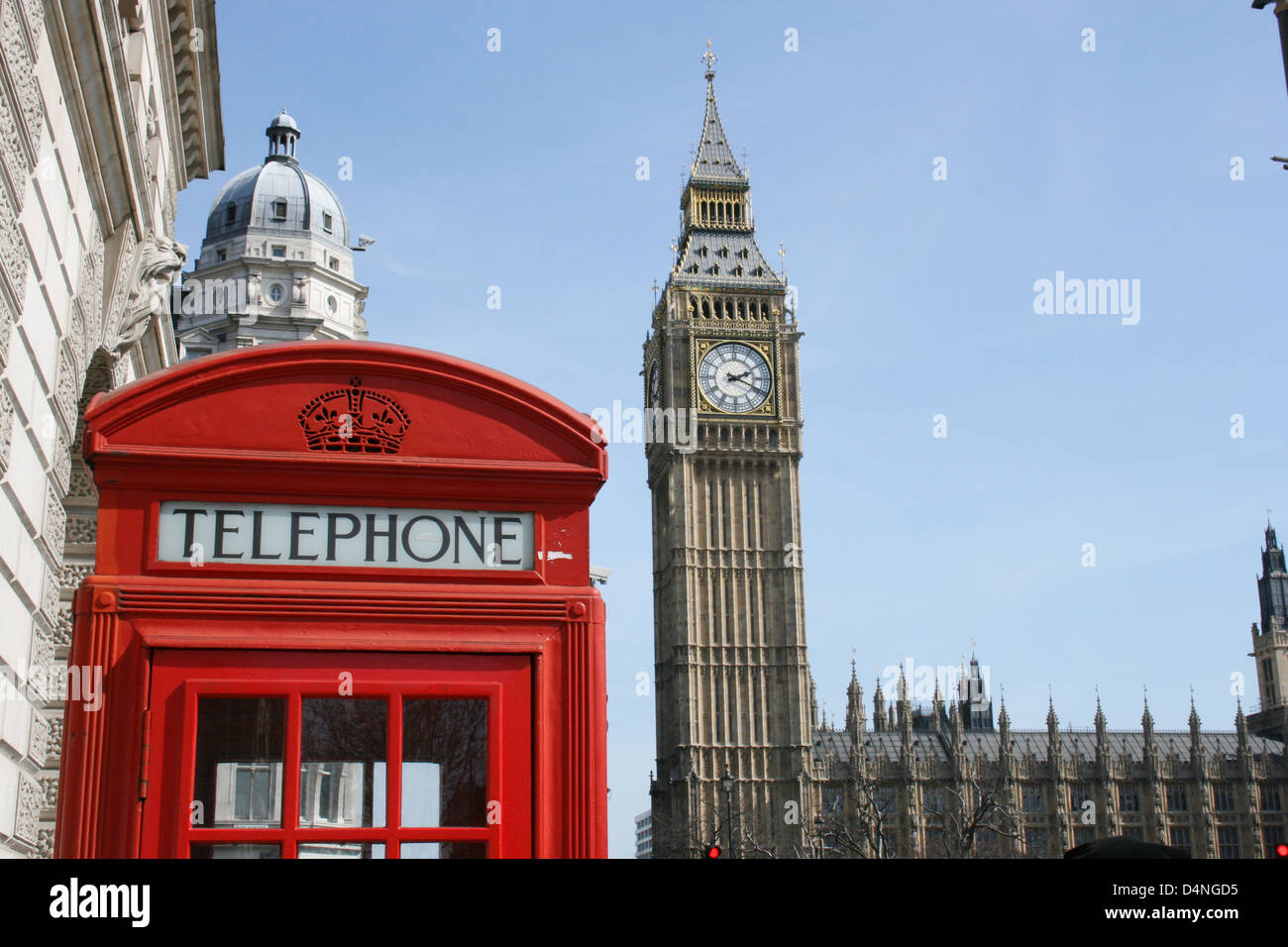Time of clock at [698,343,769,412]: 2:18
